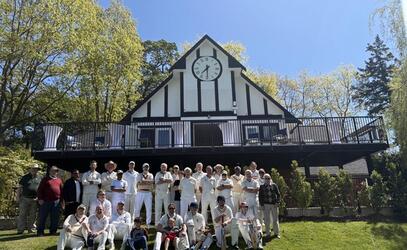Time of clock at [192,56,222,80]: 7:29
